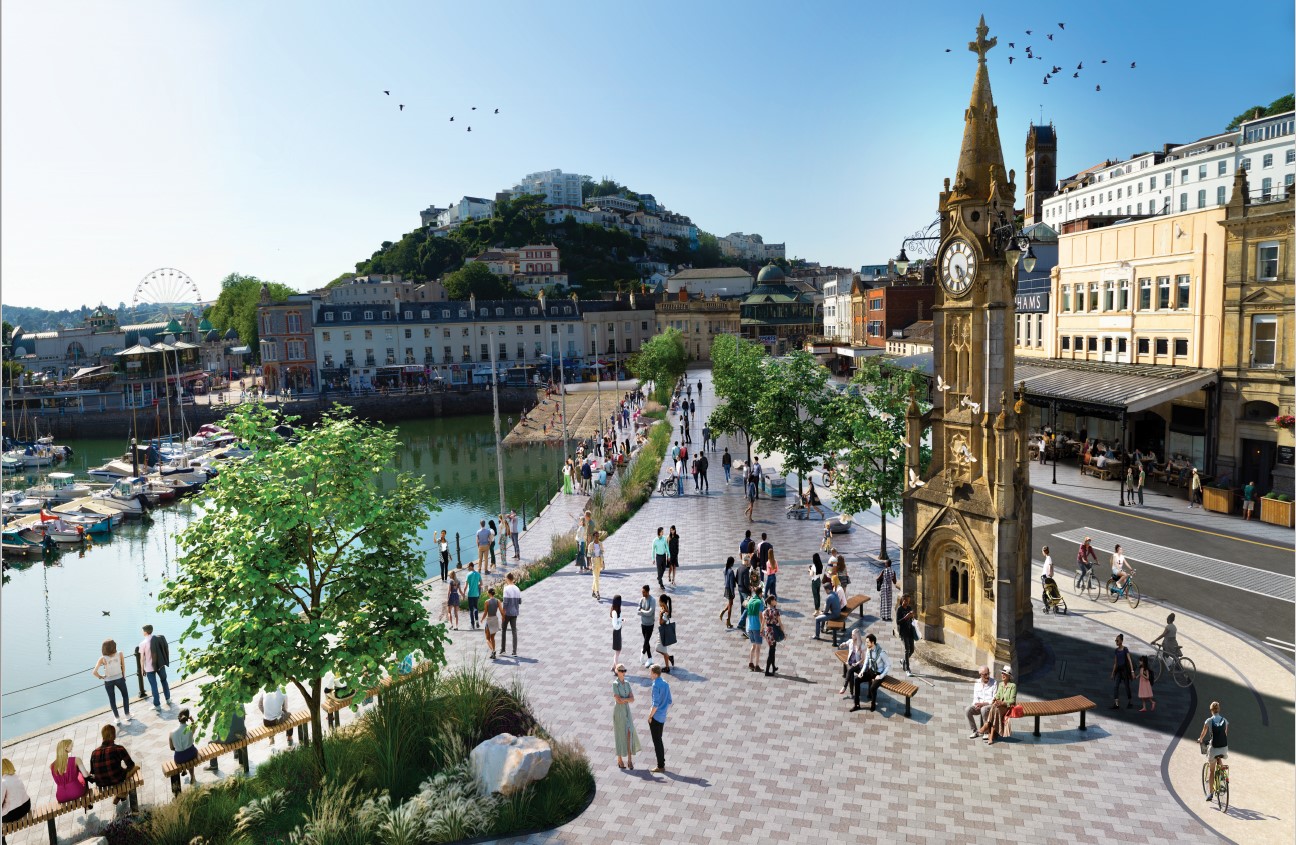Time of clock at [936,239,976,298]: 5:24
